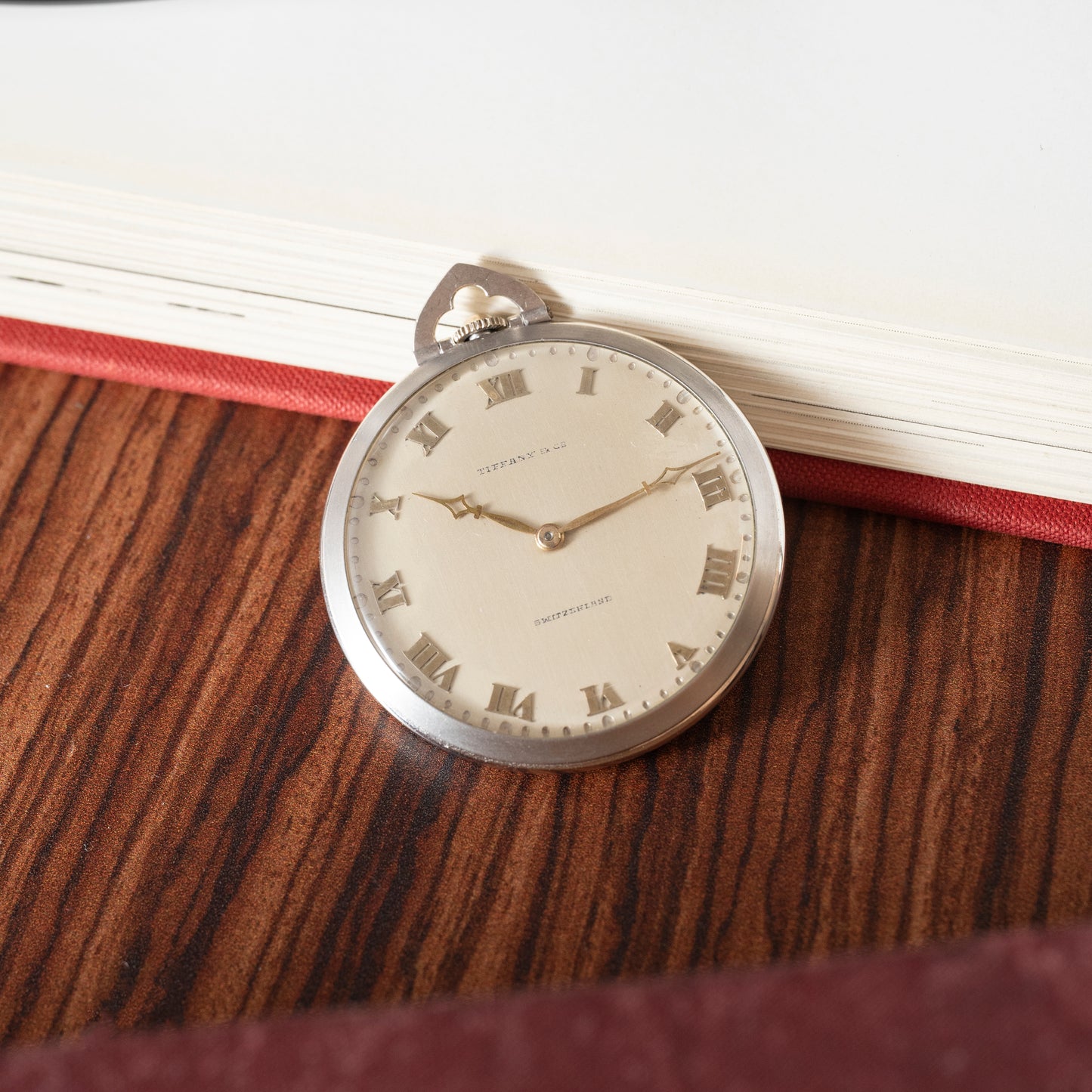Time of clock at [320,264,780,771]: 10:13
